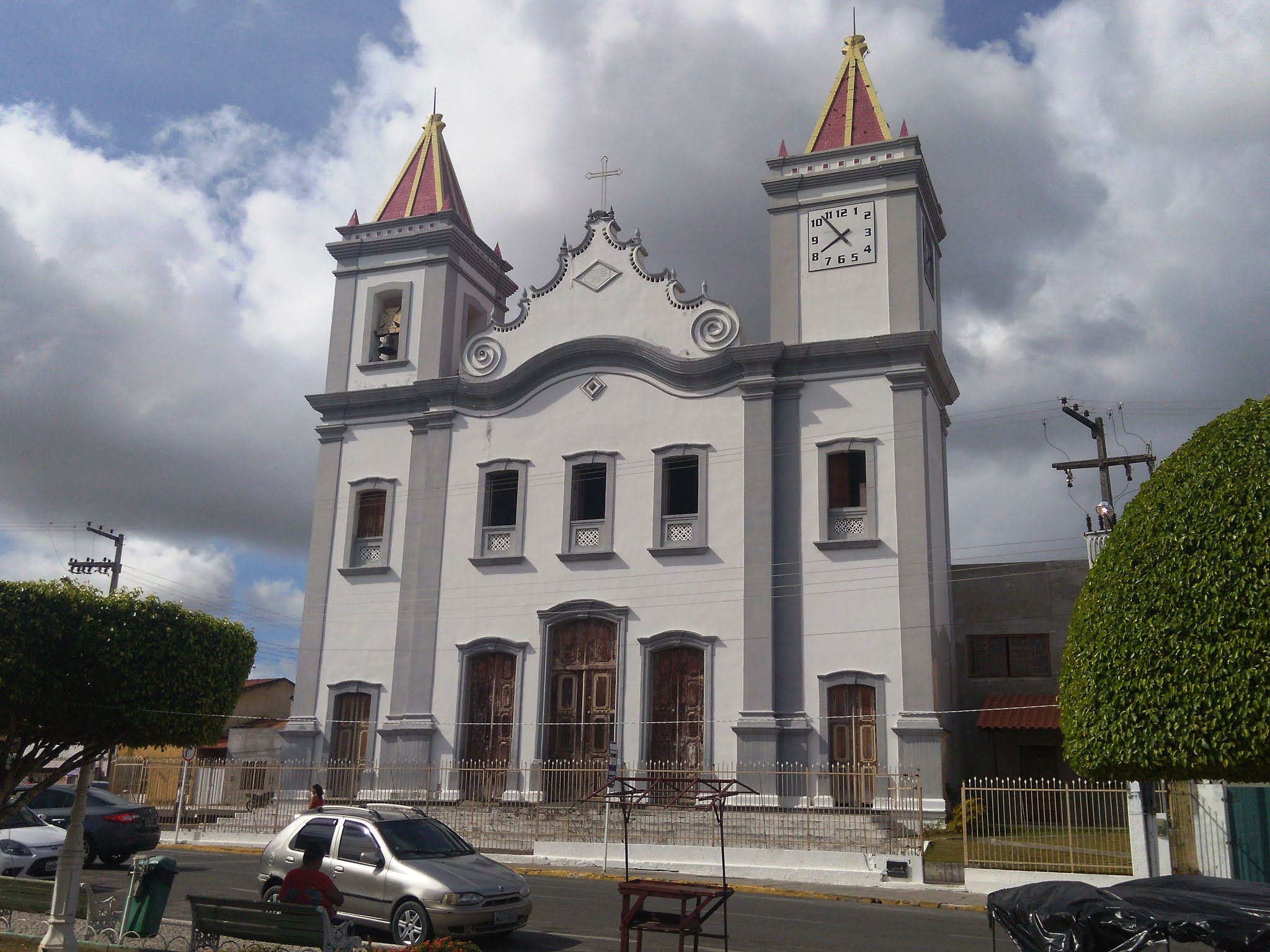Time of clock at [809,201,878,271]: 7:53
